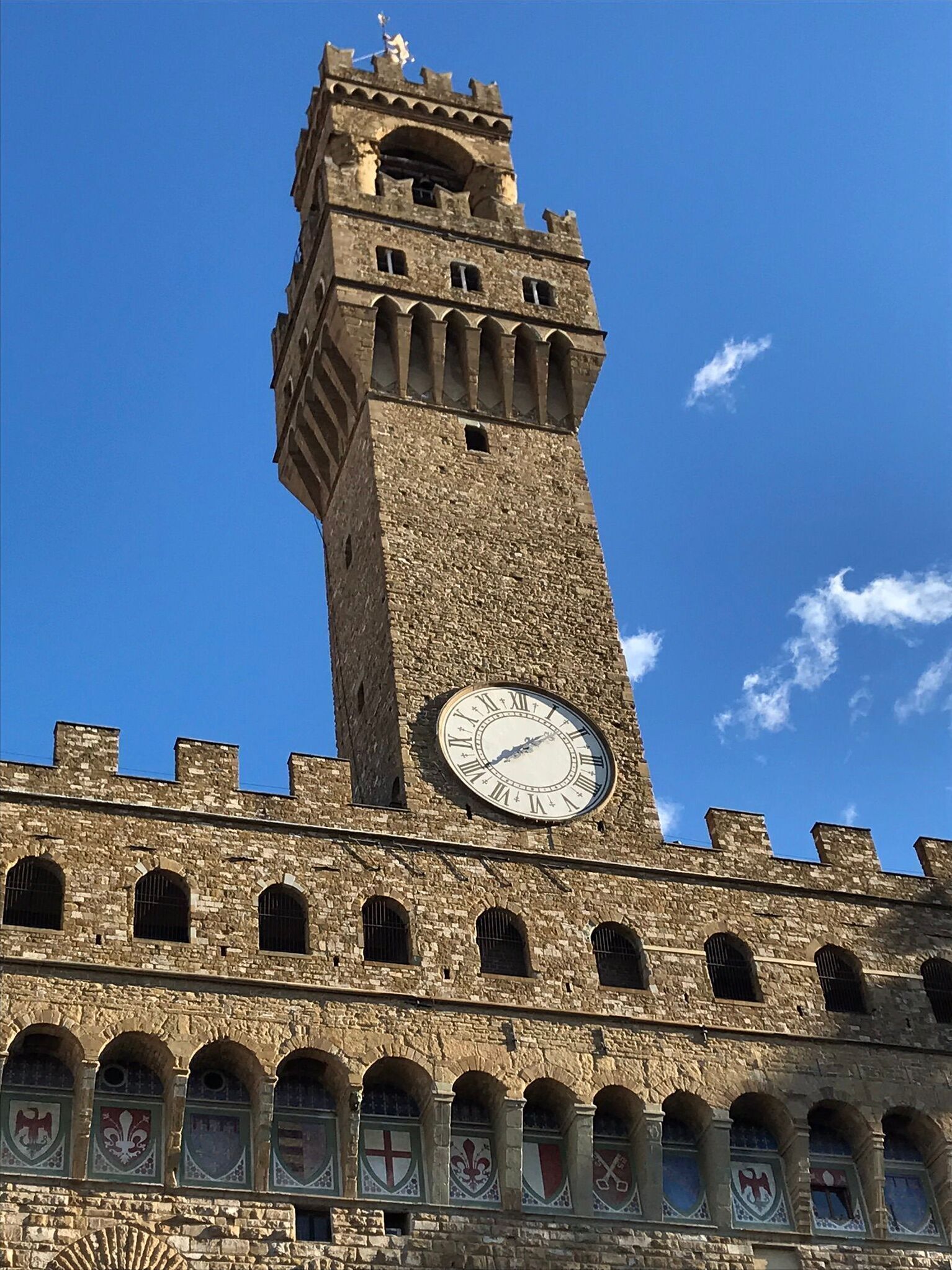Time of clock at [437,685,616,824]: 1:39
